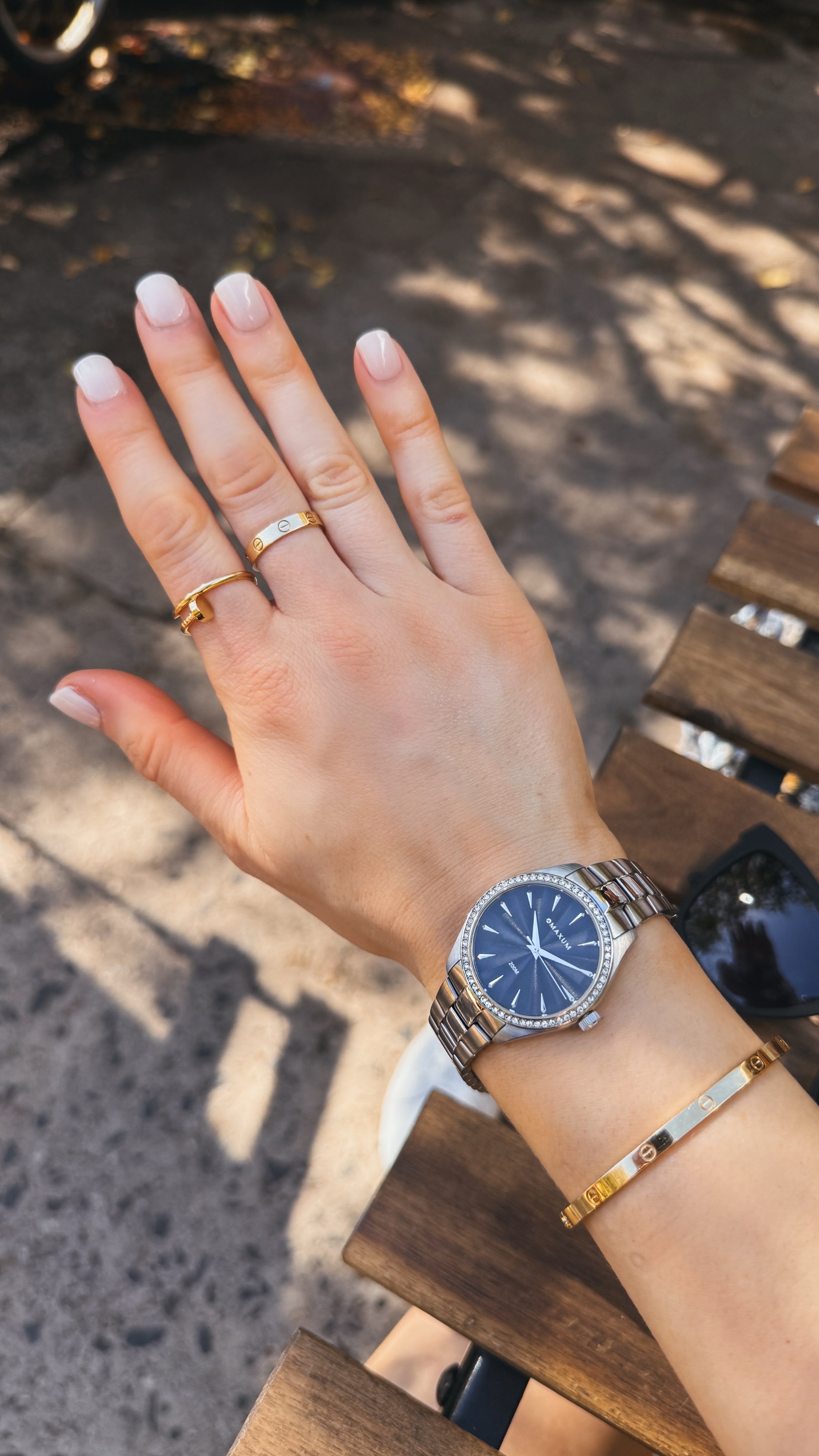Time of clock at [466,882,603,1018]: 12:19
